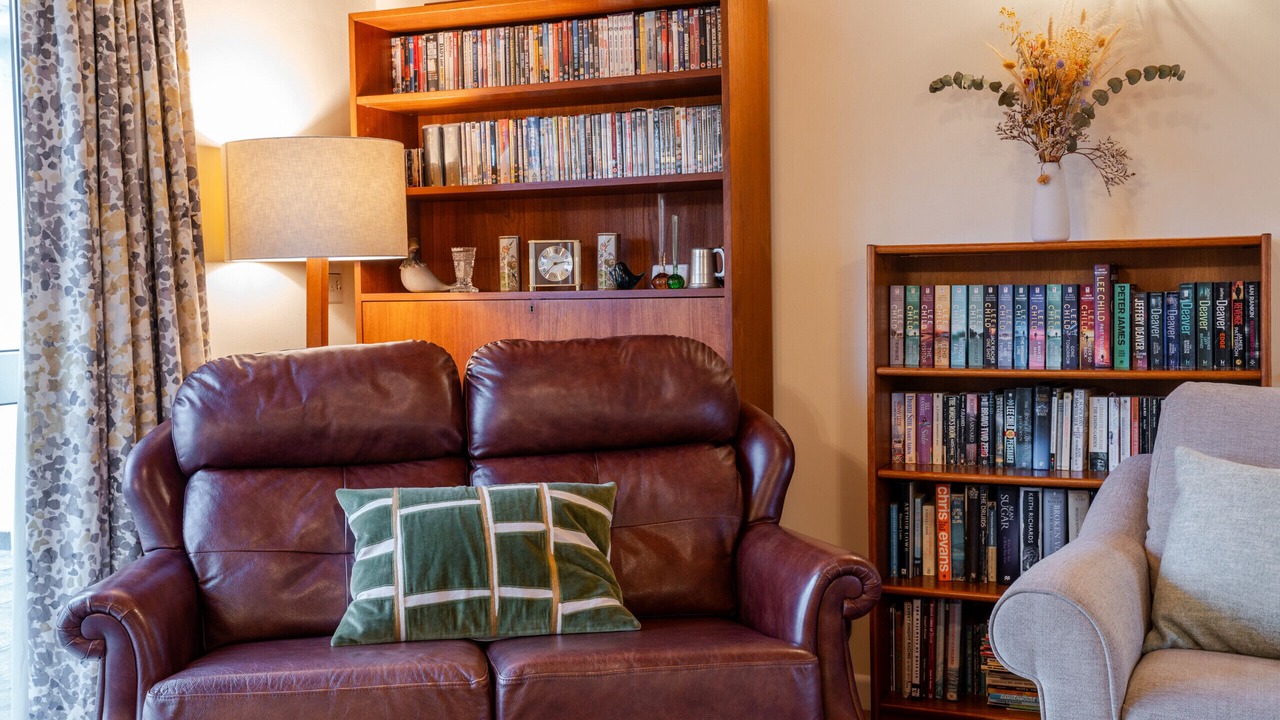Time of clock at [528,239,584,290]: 2:37
